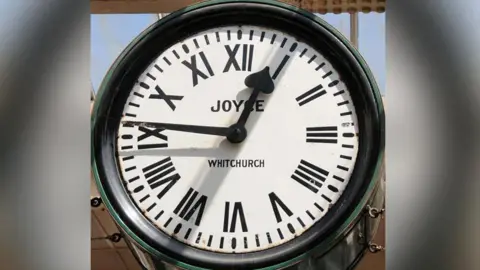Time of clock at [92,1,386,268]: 12:46
